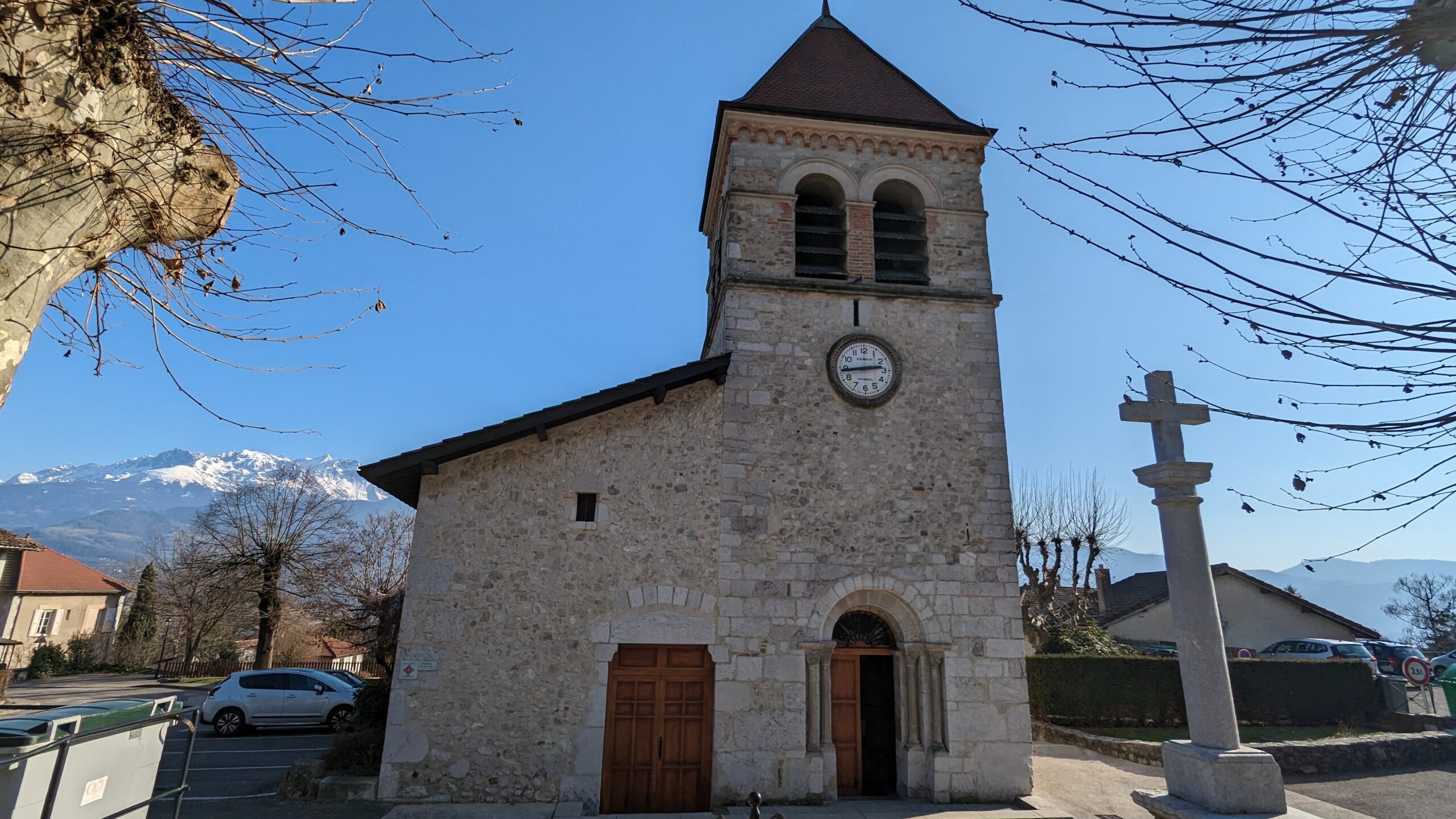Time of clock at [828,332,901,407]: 2:43
